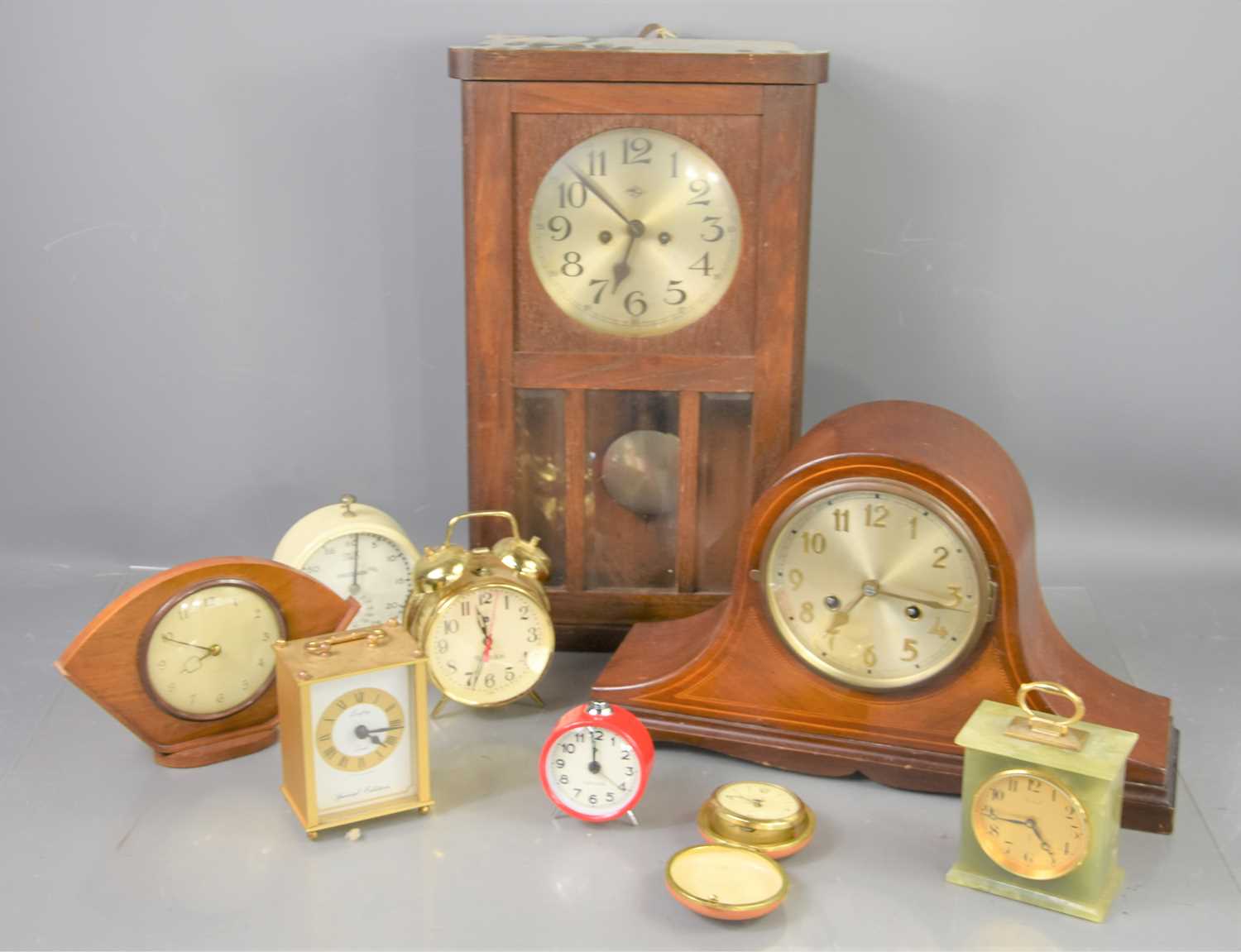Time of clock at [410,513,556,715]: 11:33
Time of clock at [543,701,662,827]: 11:59
